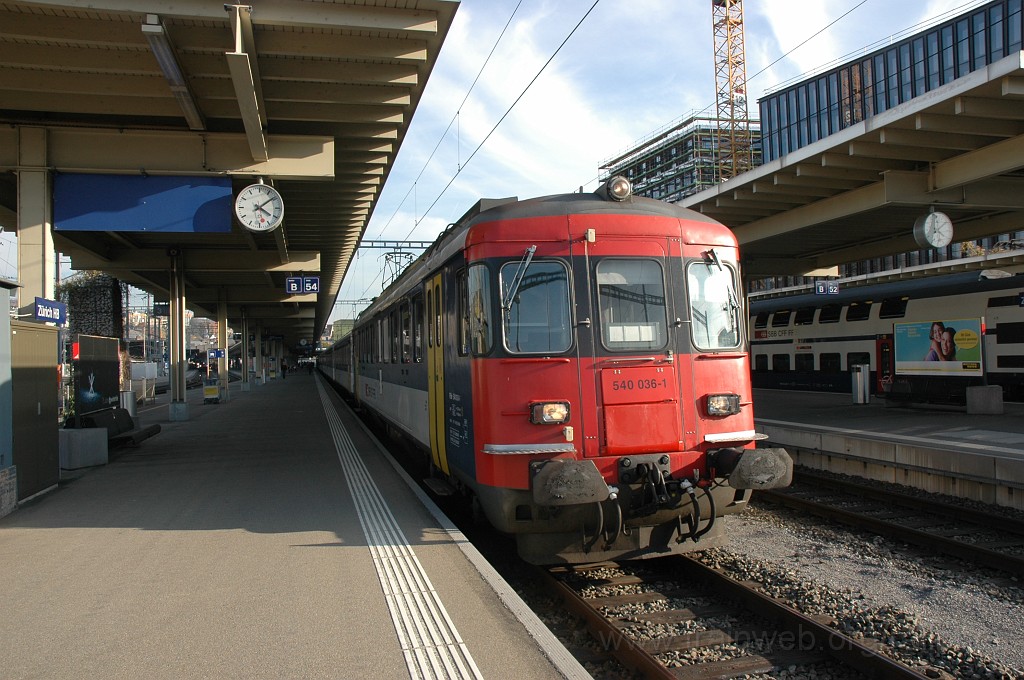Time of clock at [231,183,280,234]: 4:08
